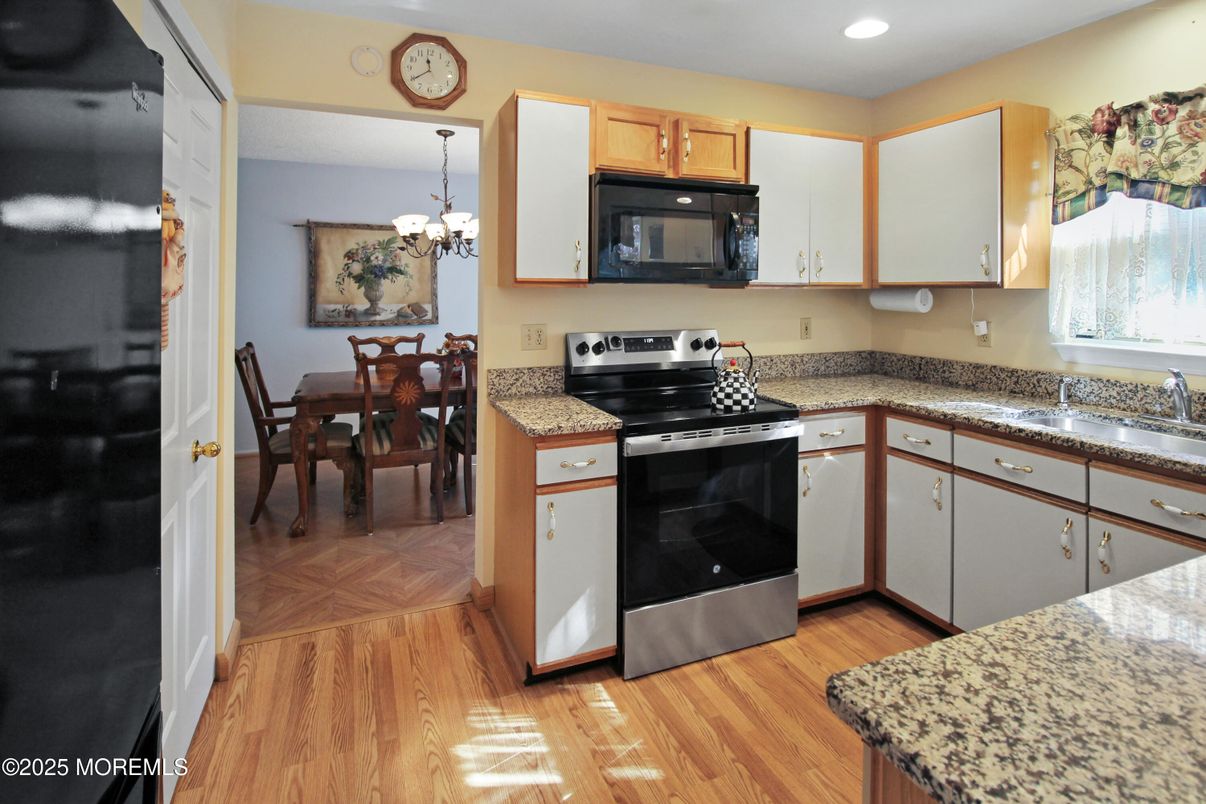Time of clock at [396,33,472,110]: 11:39
